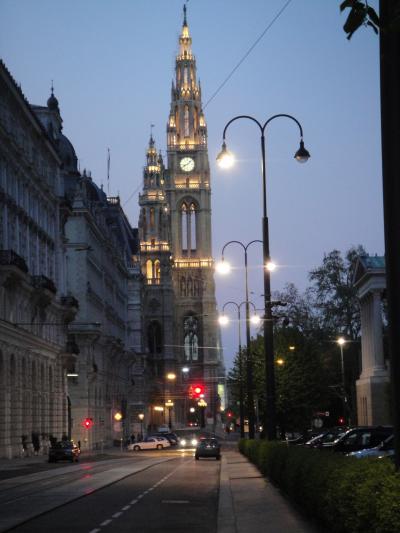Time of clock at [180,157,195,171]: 8:07
